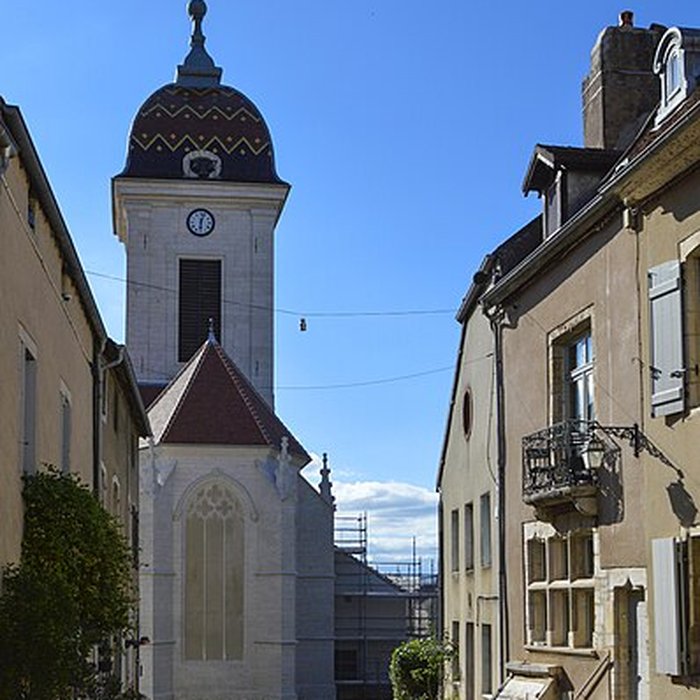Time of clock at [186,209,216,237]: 6:03
